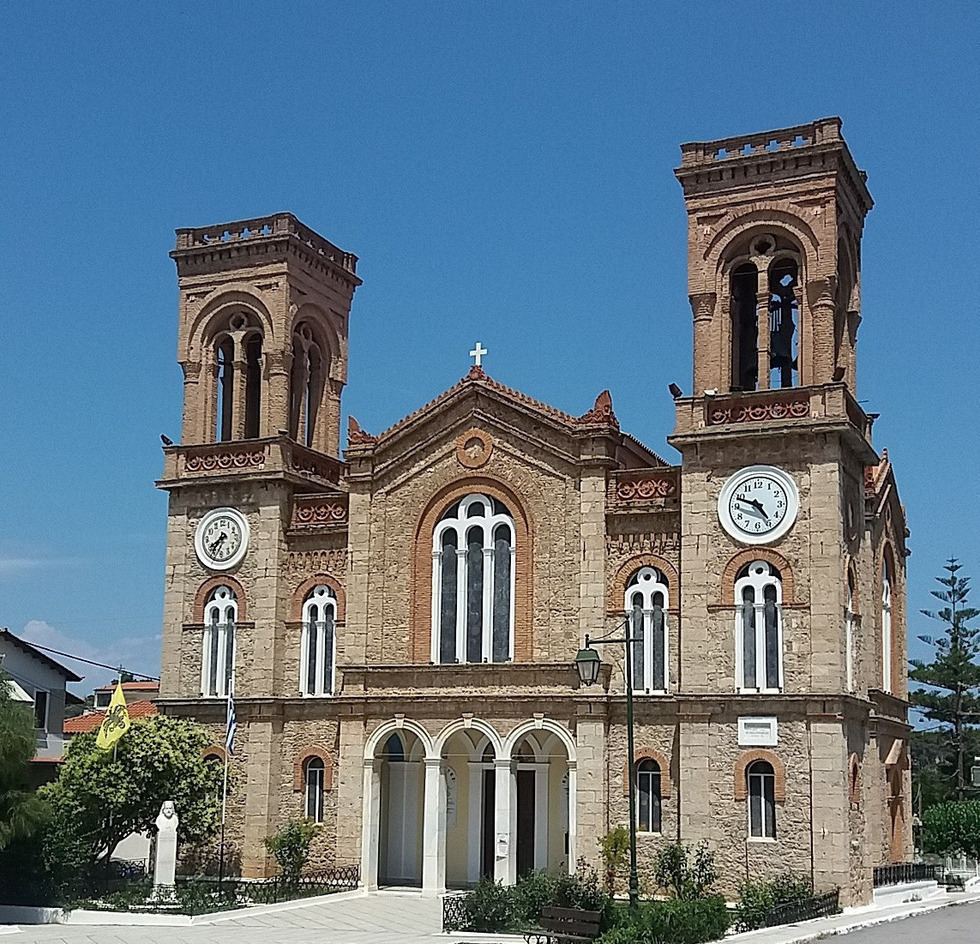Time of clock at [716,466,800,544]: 4:48
